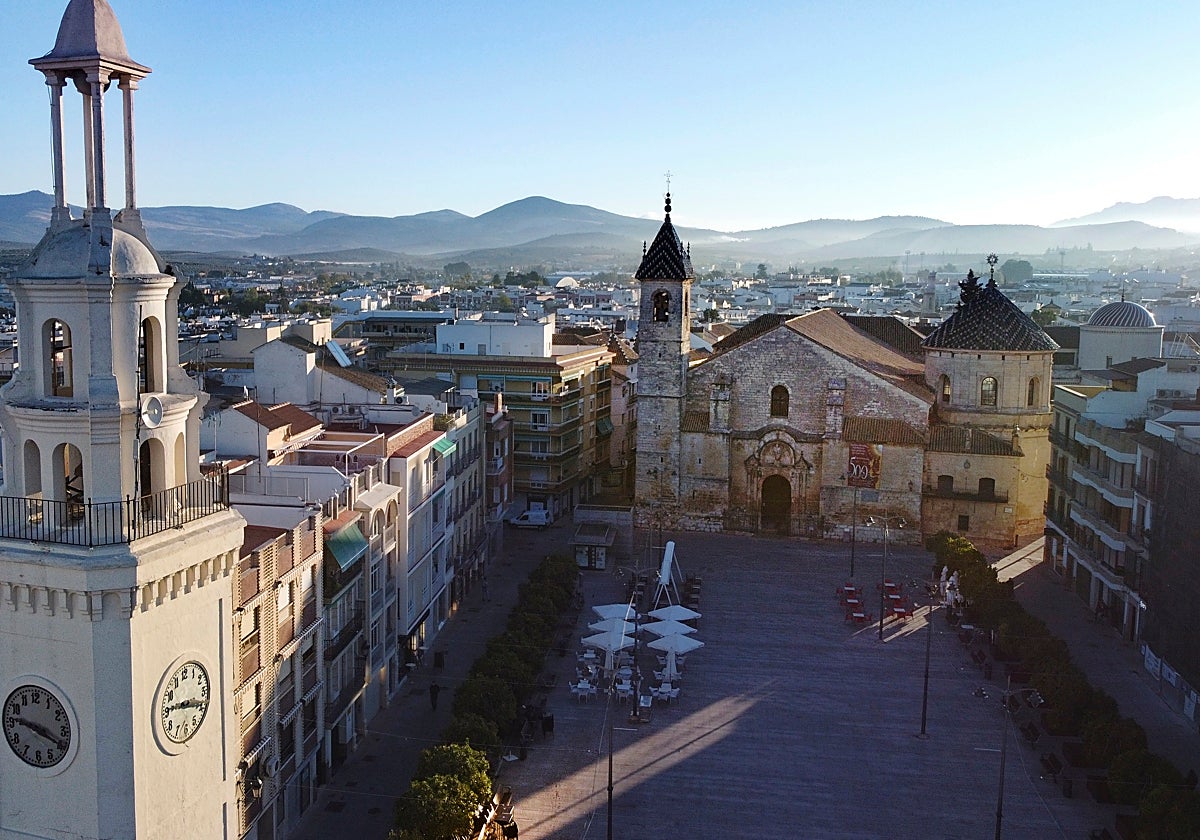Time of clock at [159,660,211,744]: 9:18
